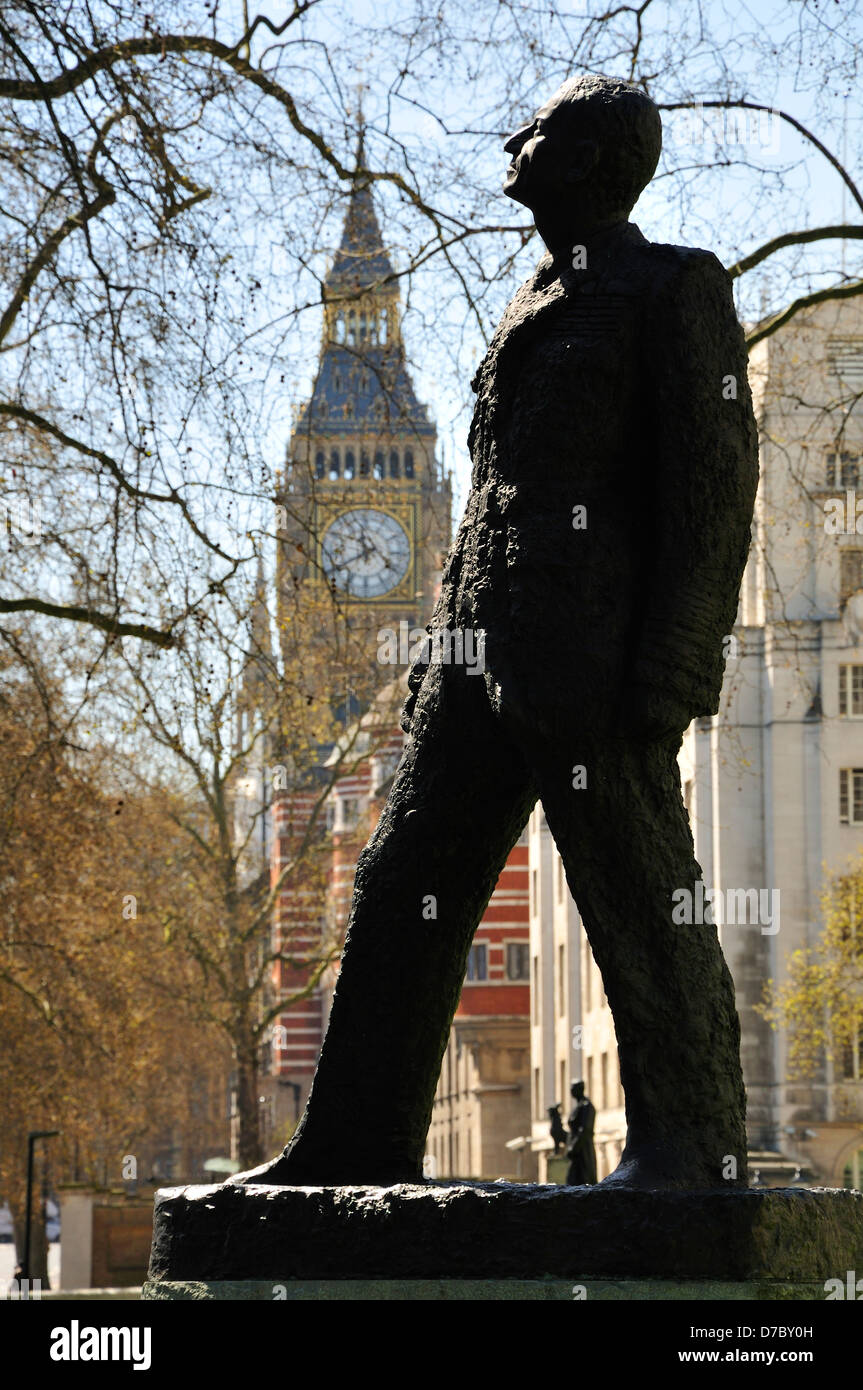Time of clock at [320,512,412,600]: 11:40
